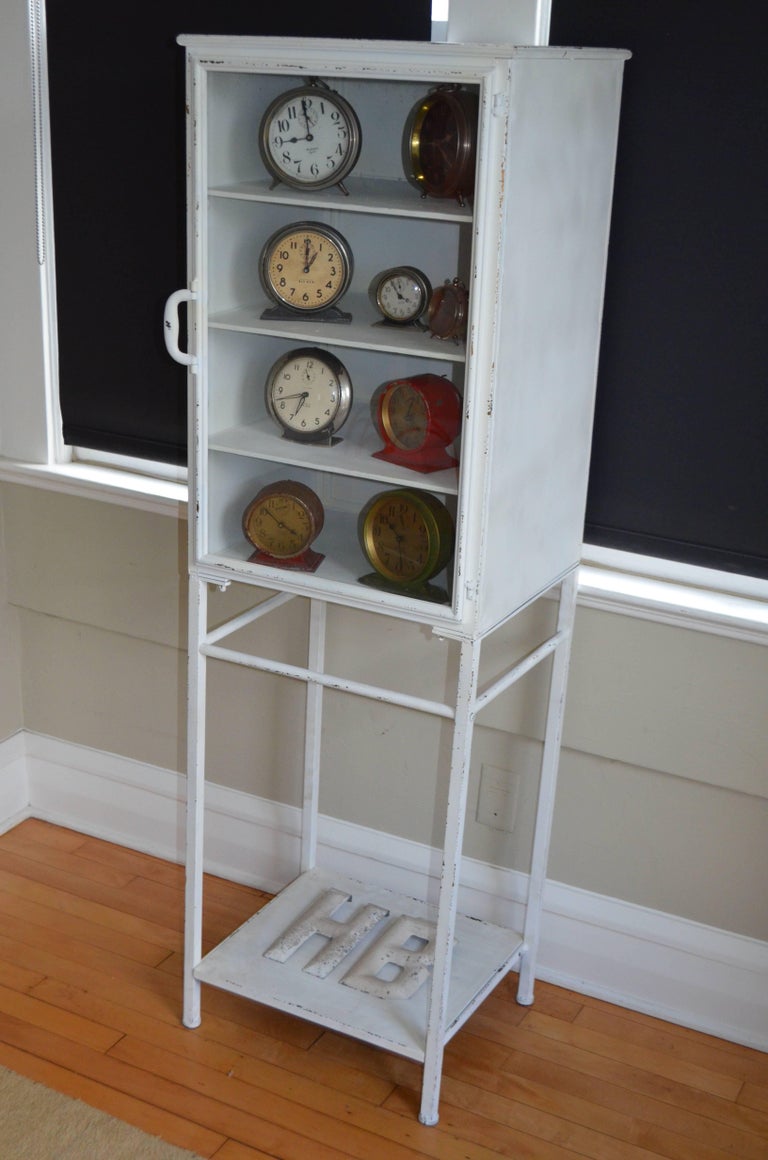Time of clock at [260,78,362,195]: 8:59
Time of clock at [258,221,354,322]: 1:00
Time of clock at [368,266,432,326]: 3:55
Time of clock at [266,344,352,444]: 6:42
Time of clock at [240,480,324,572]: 3:51
